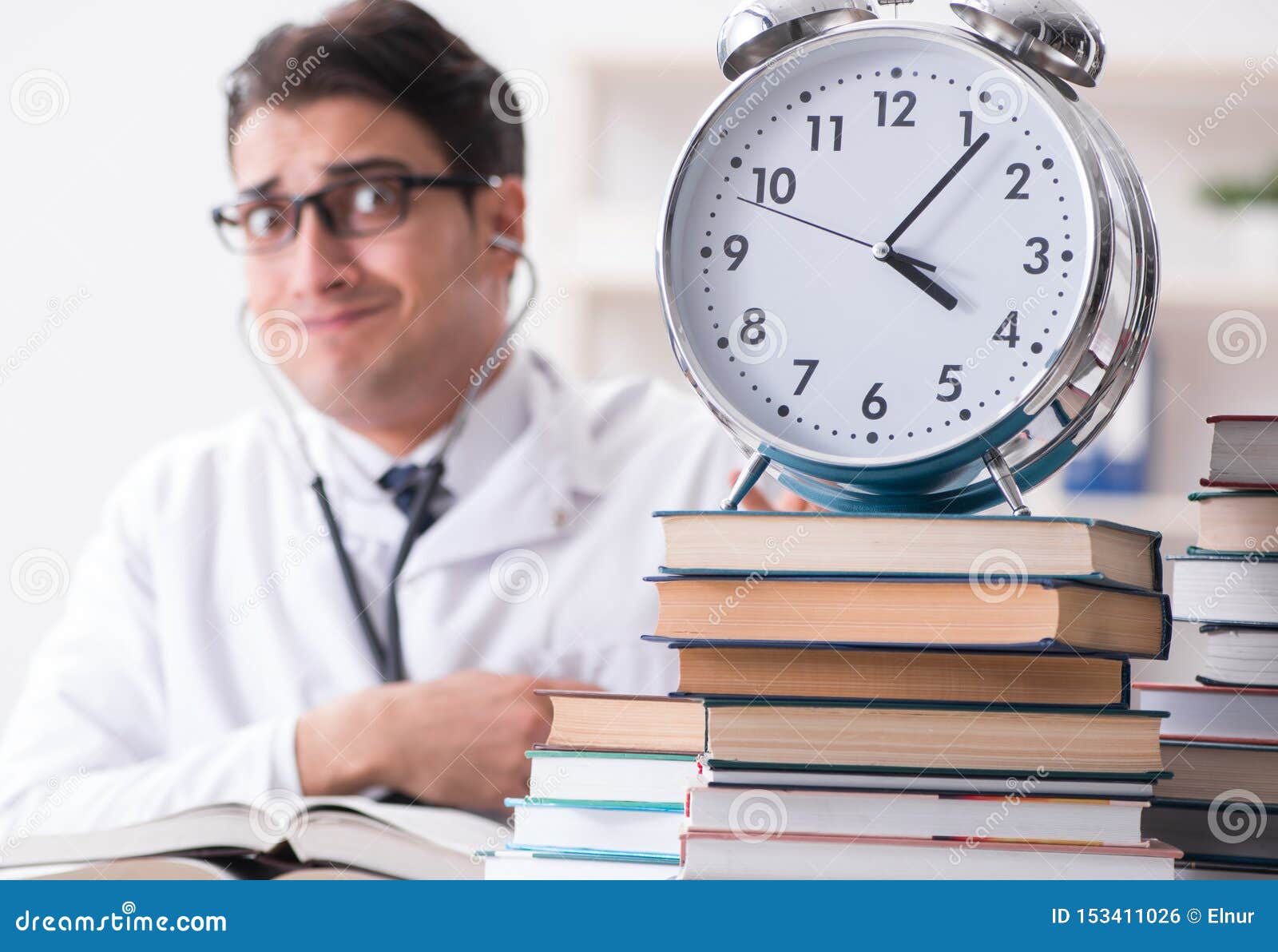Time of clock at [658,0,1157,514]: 4:06
